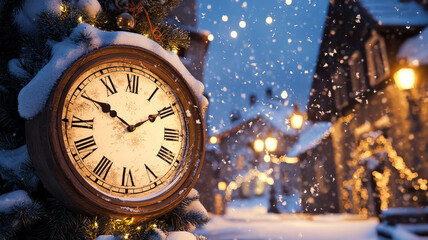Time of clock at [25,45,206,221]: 1:50
